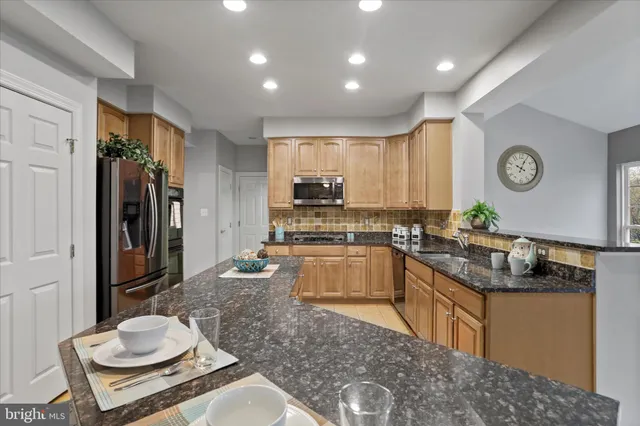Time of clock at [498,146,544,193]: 10:04
